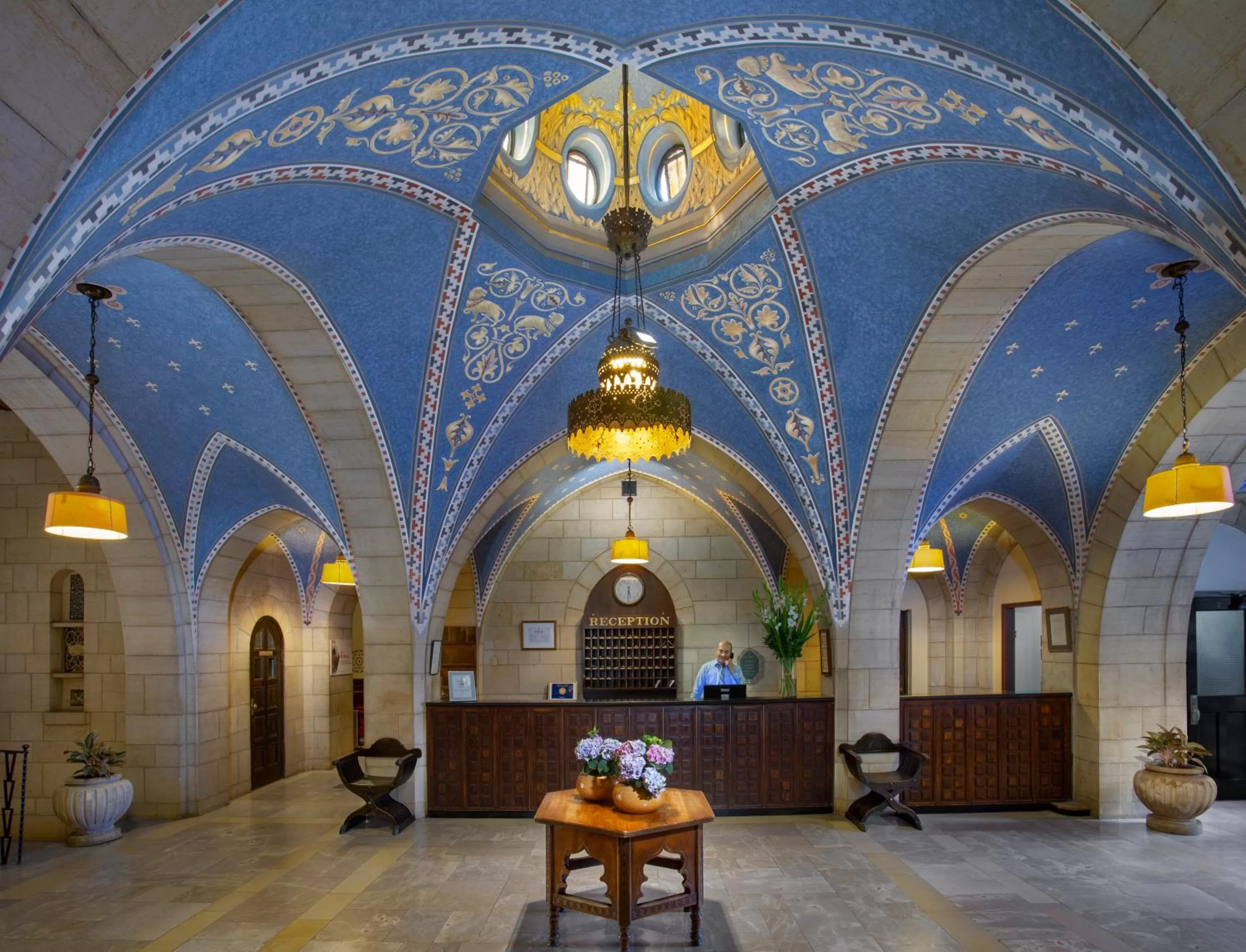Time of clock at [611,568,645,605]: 5:31
